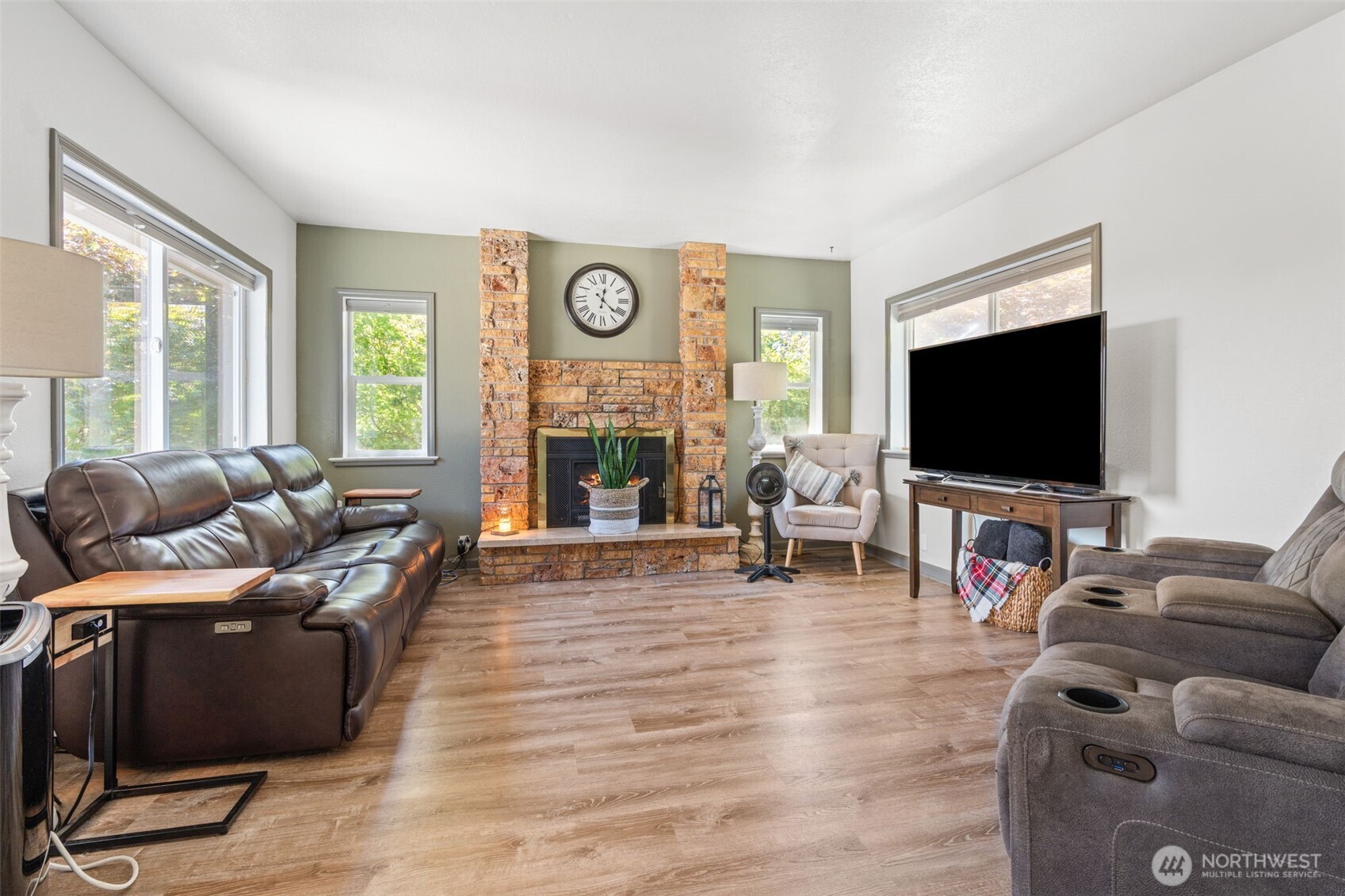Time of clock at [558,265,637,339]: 12:21
